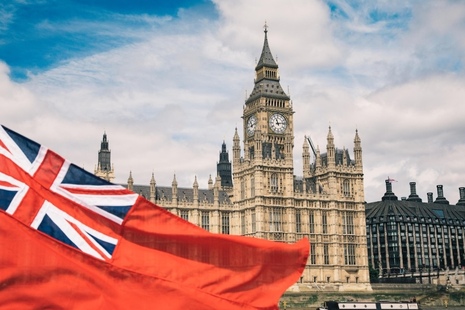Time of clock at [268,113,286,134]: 11:13
